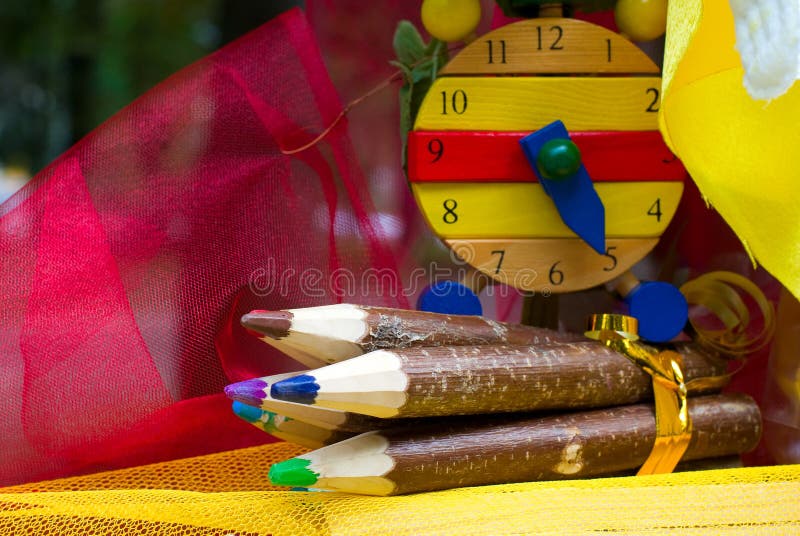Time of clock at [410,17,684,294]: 5:14
